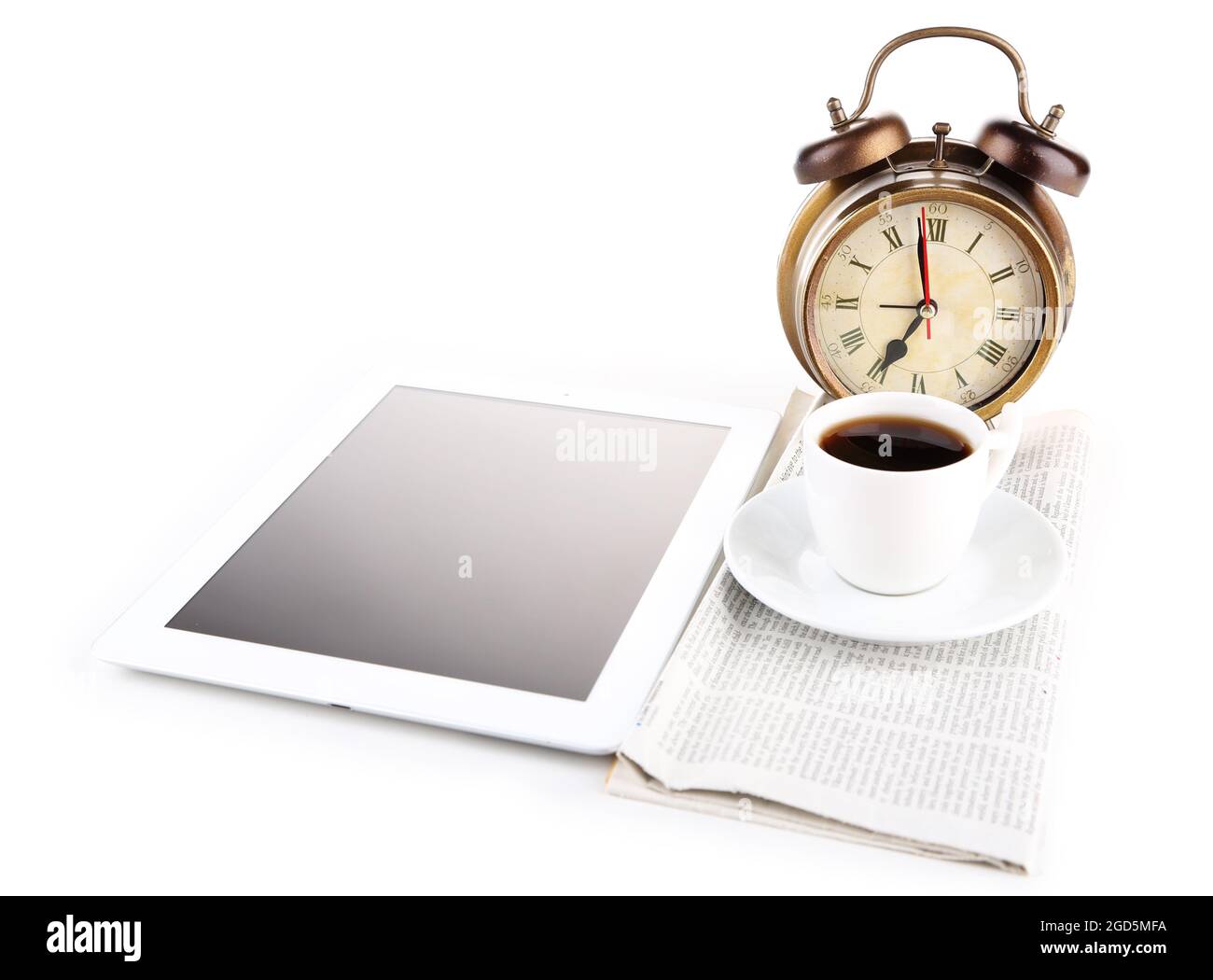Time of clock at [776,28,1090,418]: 6:58
